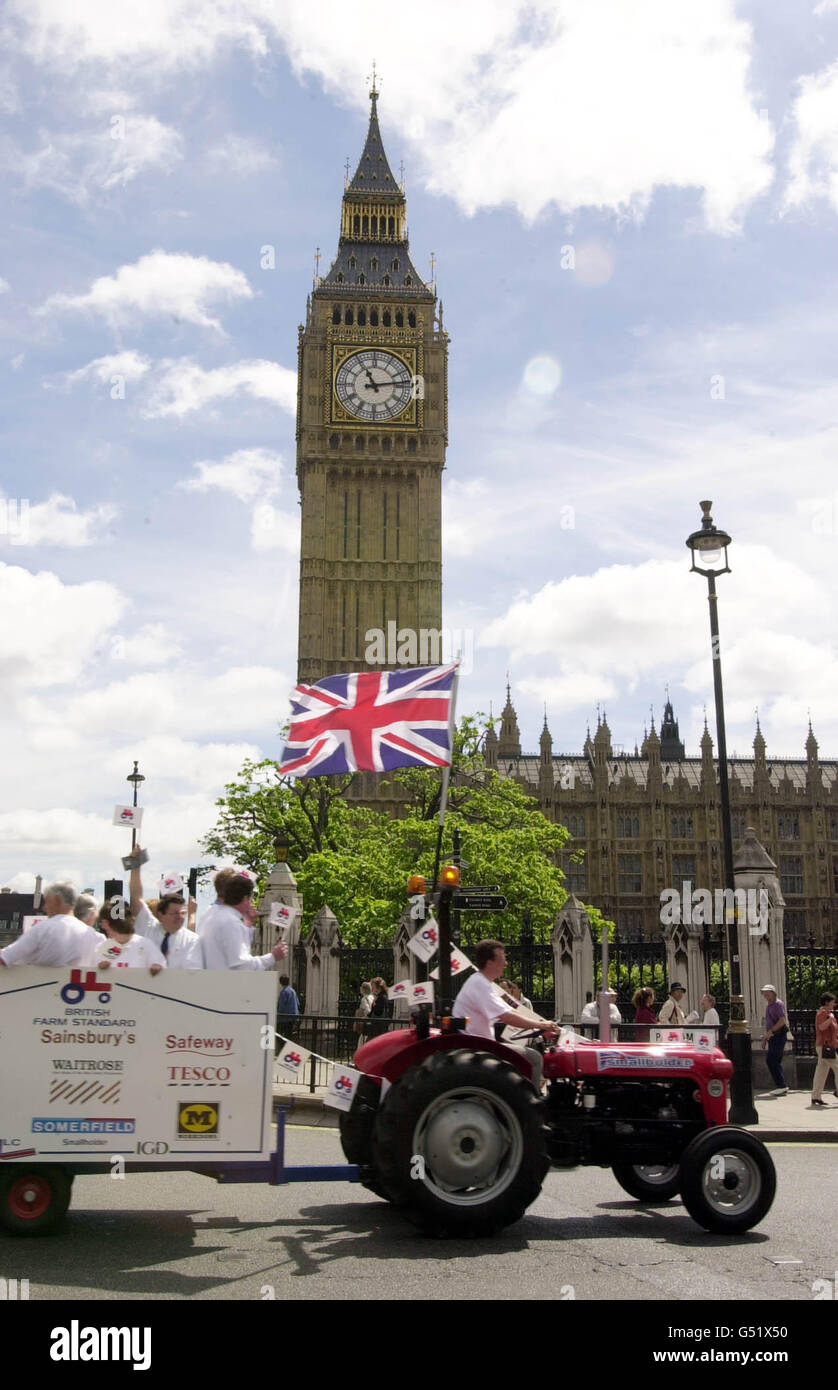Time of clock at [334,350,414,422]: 11:13
